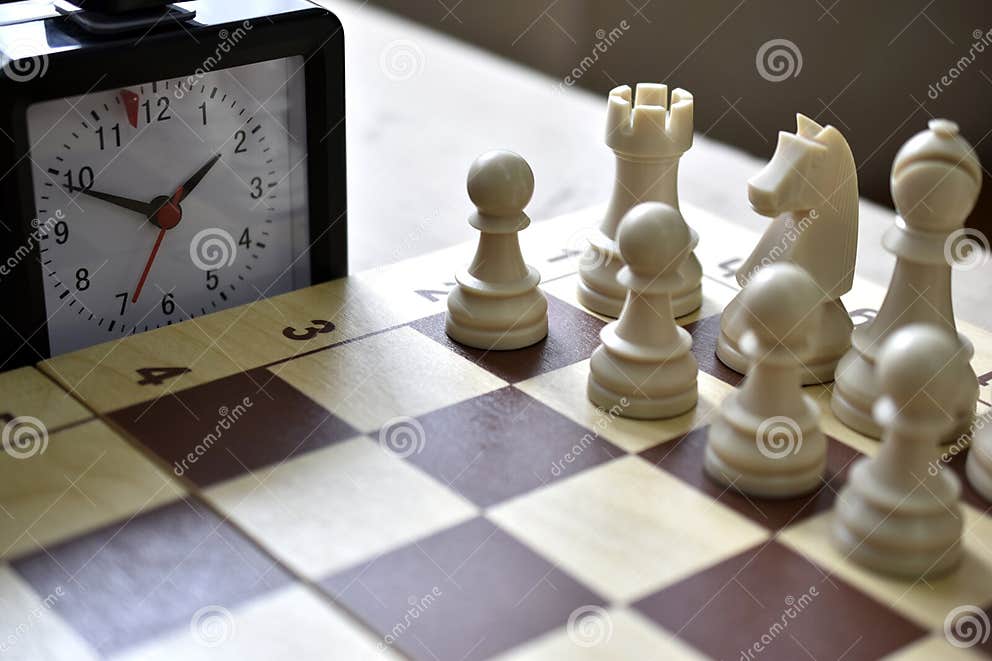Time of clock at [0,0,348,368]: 1:49
